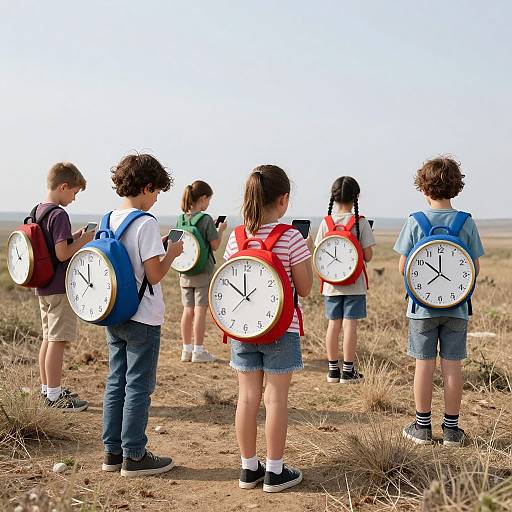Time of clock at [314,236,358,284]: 11:50
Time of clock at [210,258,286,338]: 11:50
